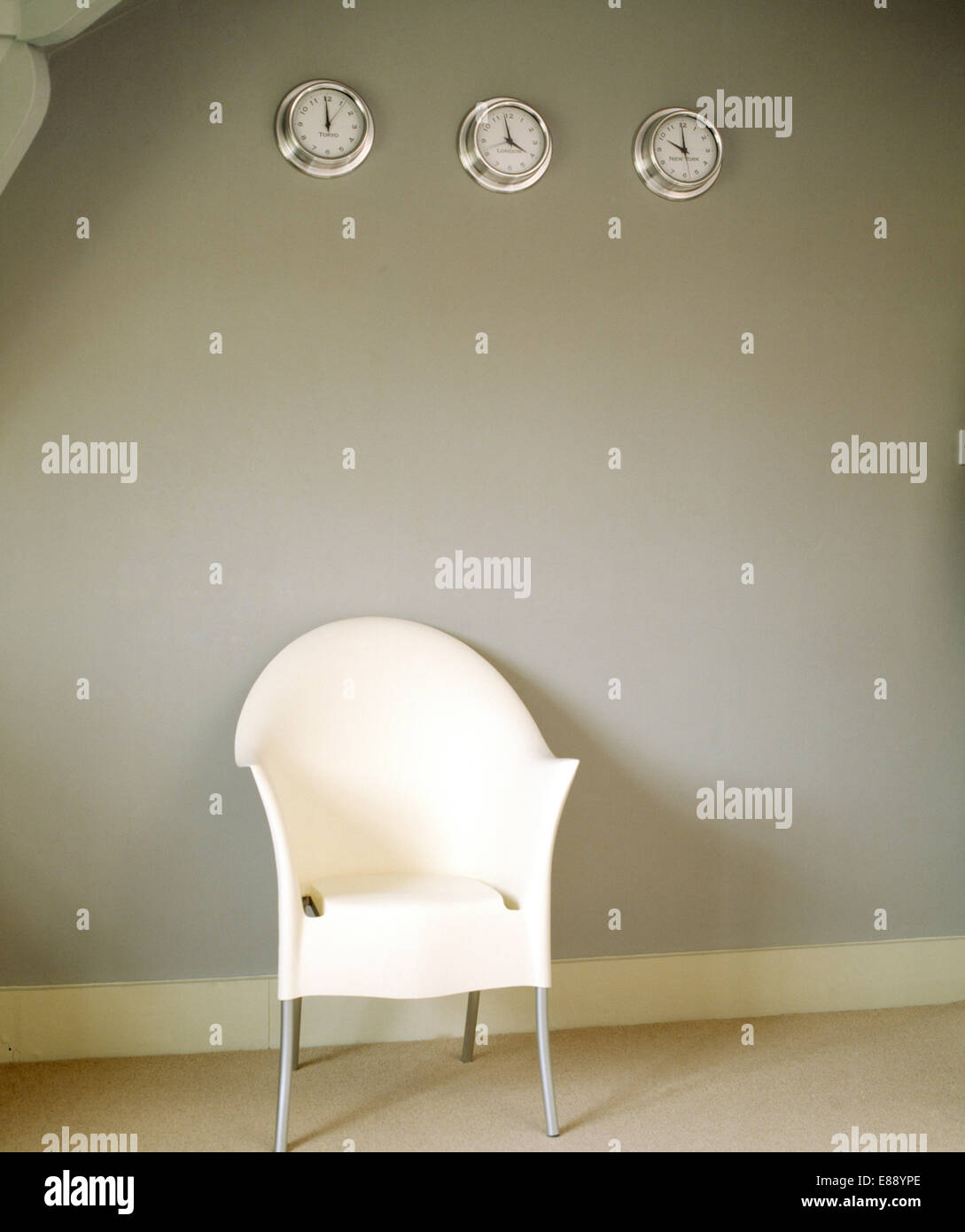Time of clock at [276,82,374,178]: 11:59
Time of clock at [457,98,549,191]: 3:58
